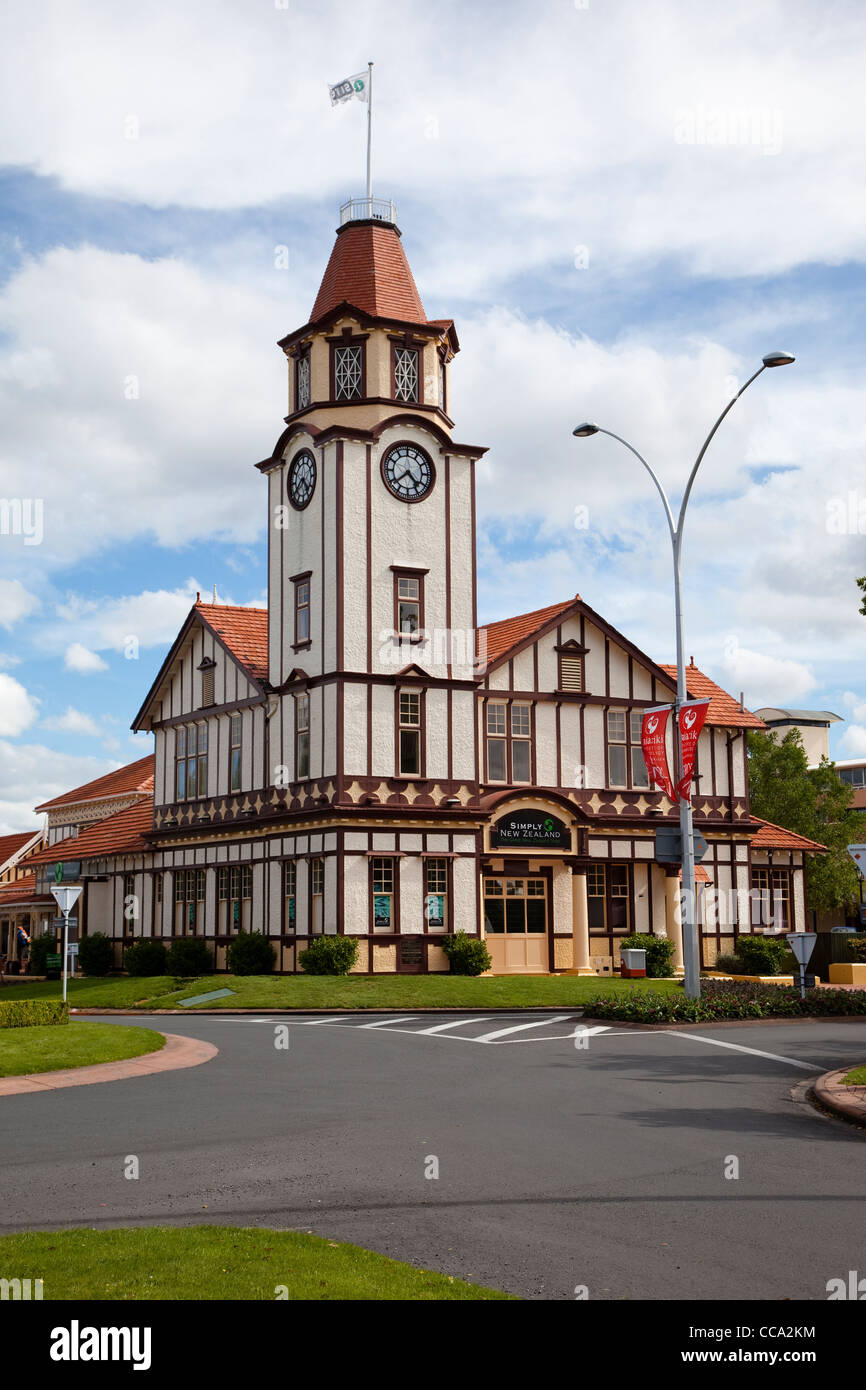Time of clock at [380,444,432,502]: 4:38
